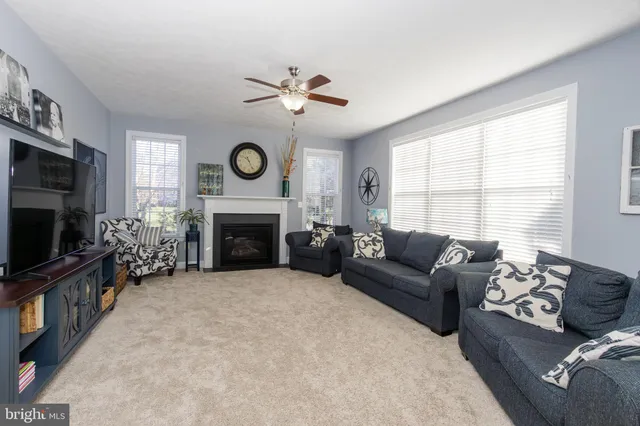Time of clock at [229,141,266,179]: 10:25
